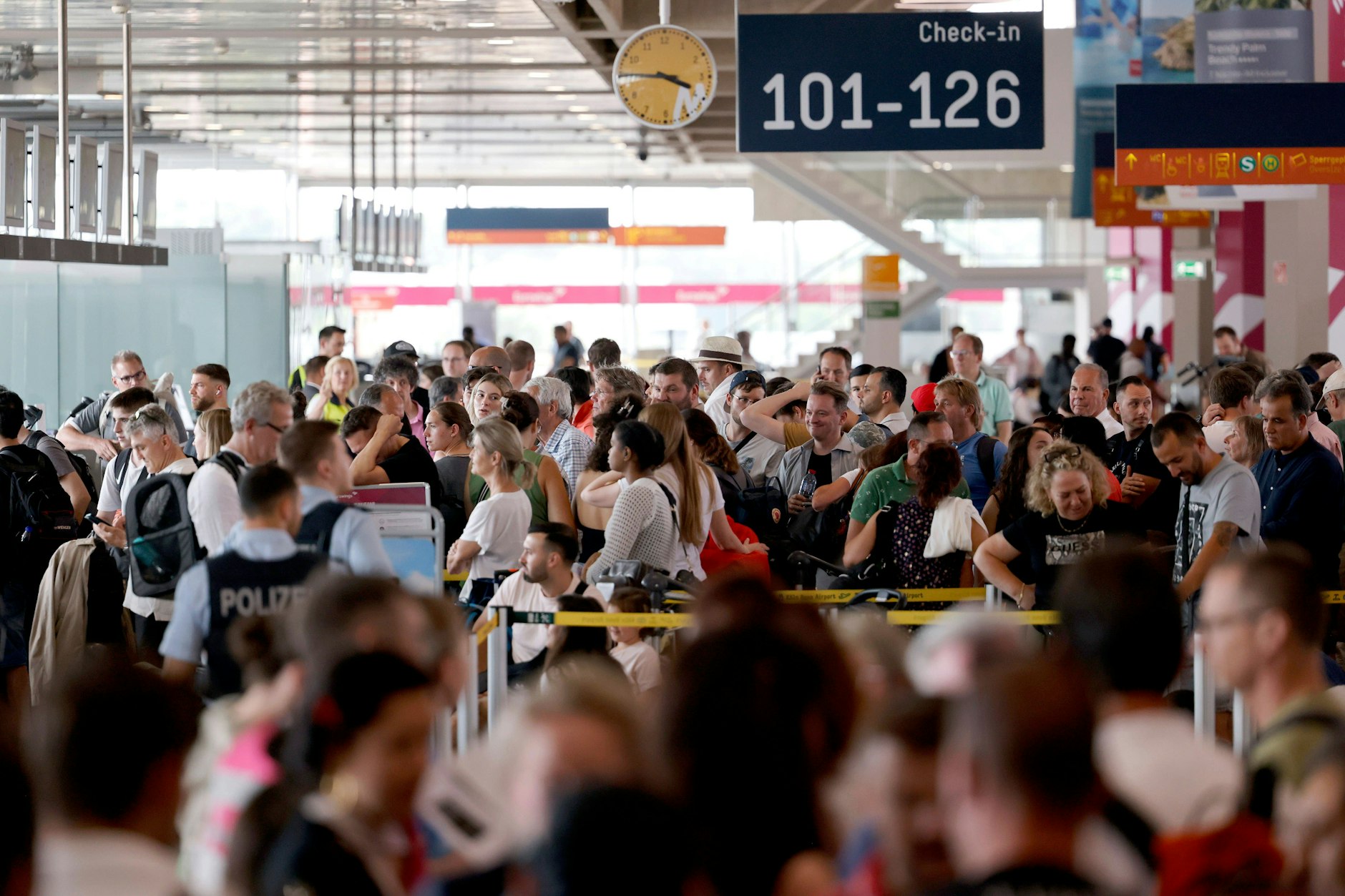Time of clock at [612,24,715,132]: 3:45
